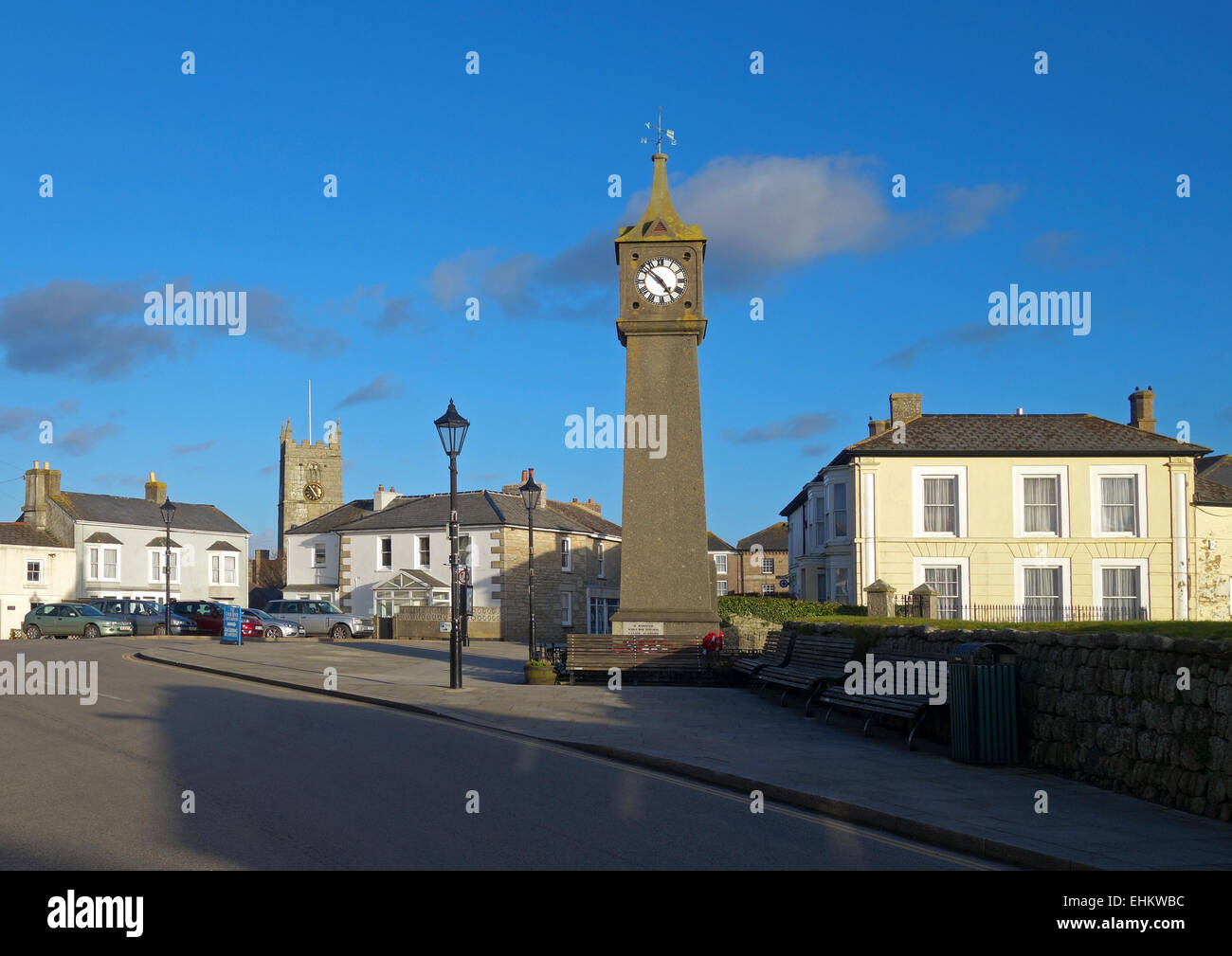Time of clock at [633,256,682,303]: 4:52
